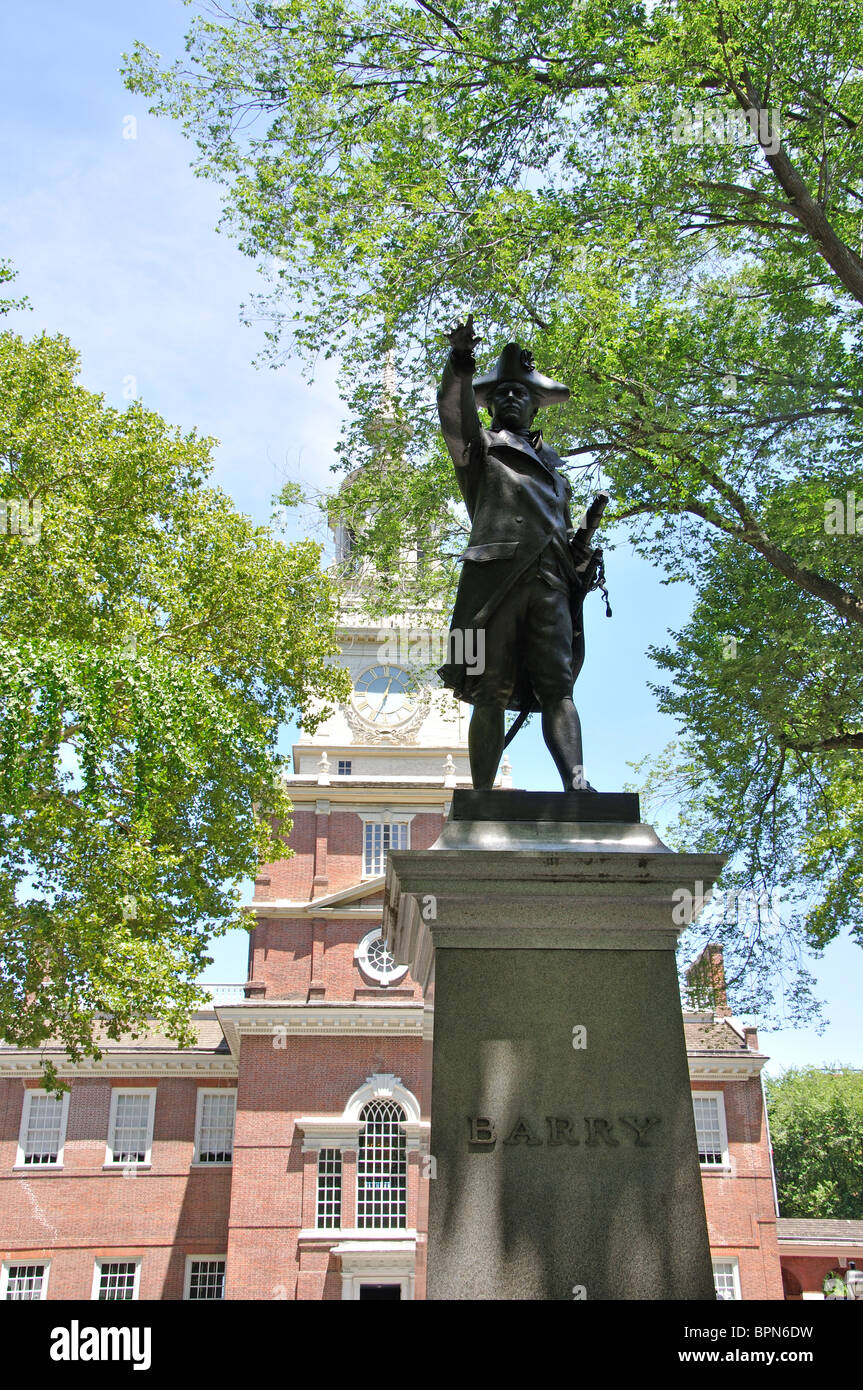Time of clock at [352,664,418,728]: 12:33
